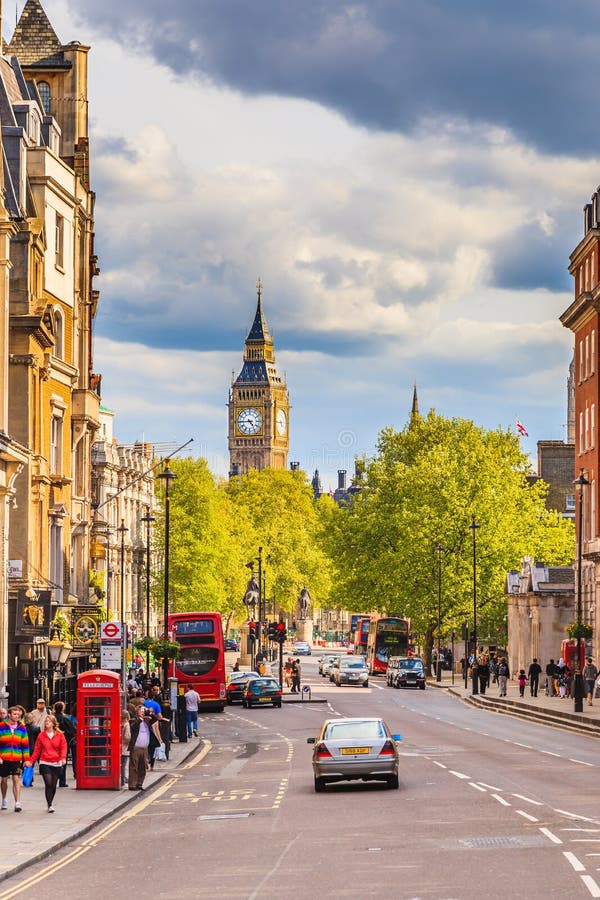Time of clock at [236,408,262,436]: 4:44
